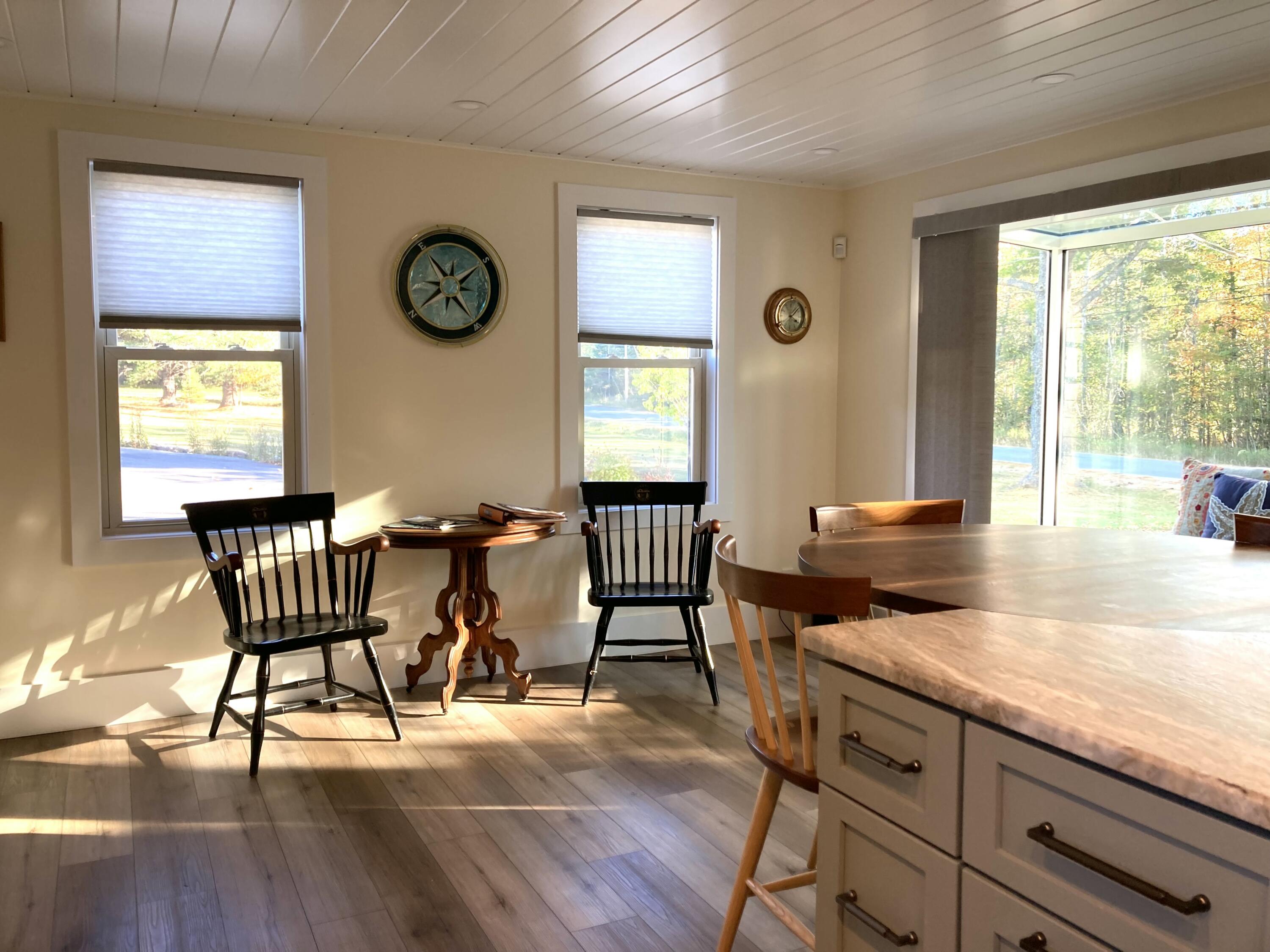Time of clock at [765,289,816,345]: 4:07
